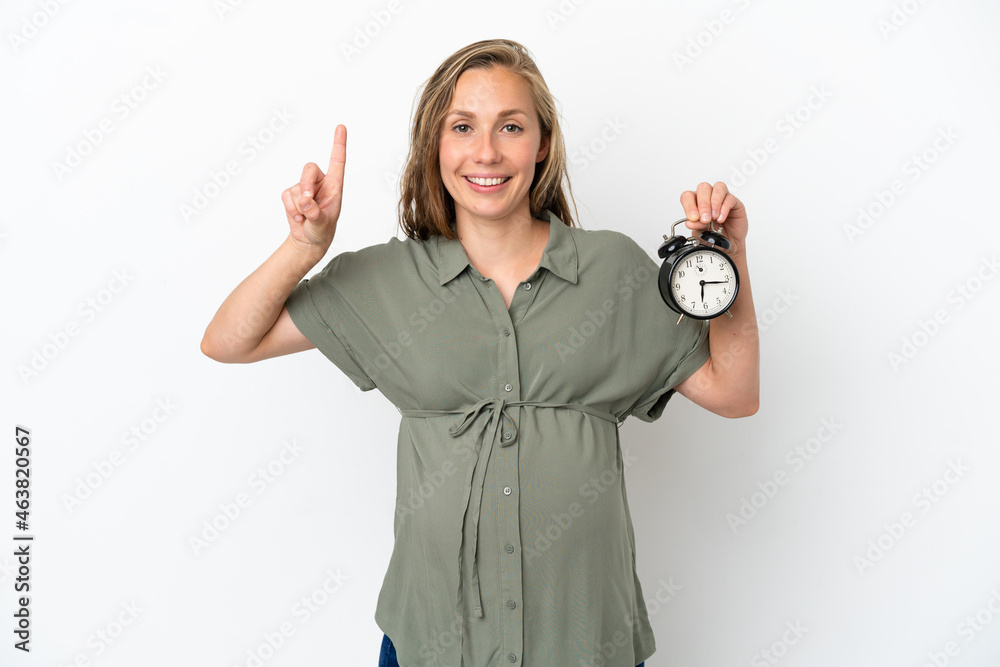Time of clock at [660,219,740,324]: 6:16
